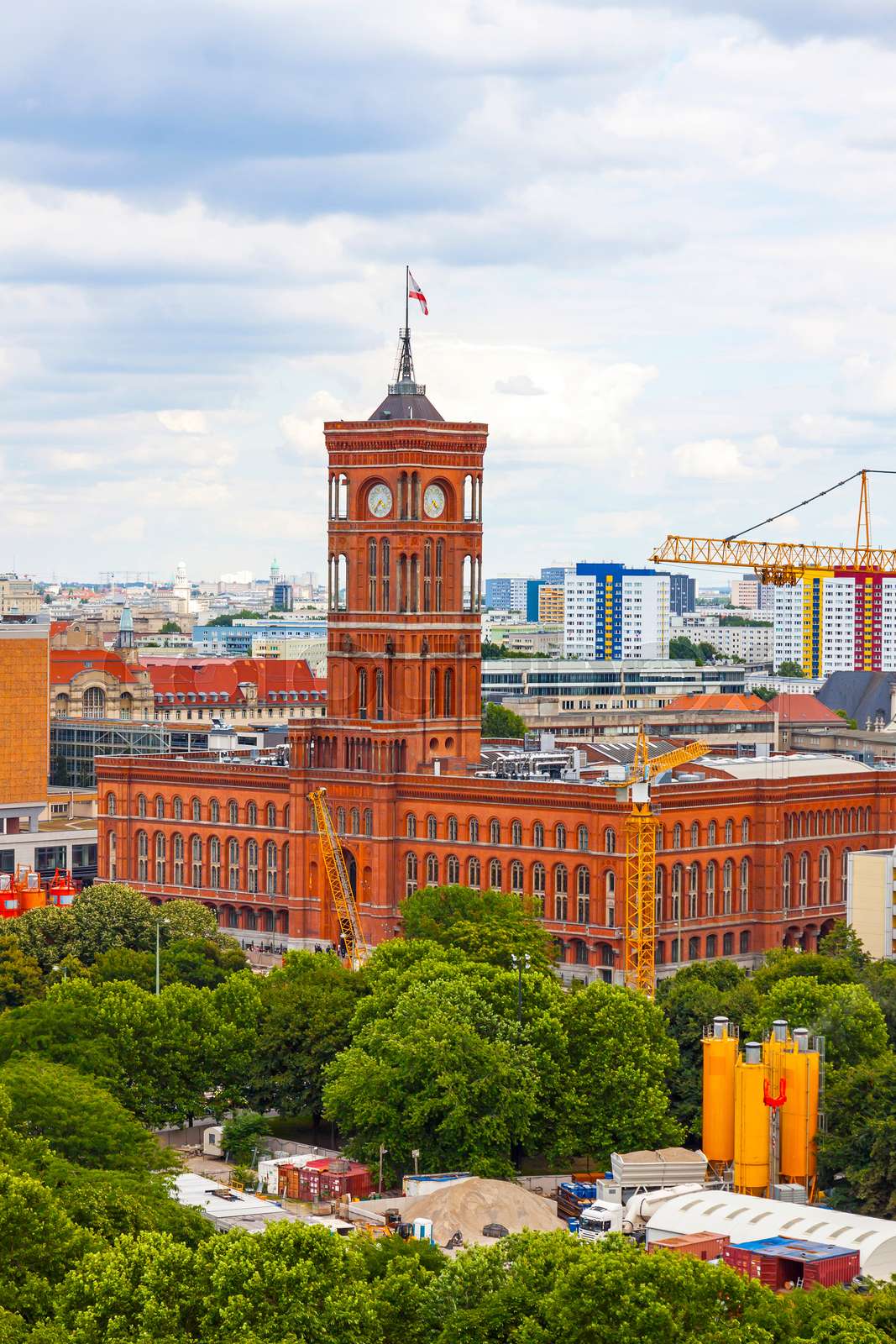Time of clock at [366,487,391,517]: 4:35
